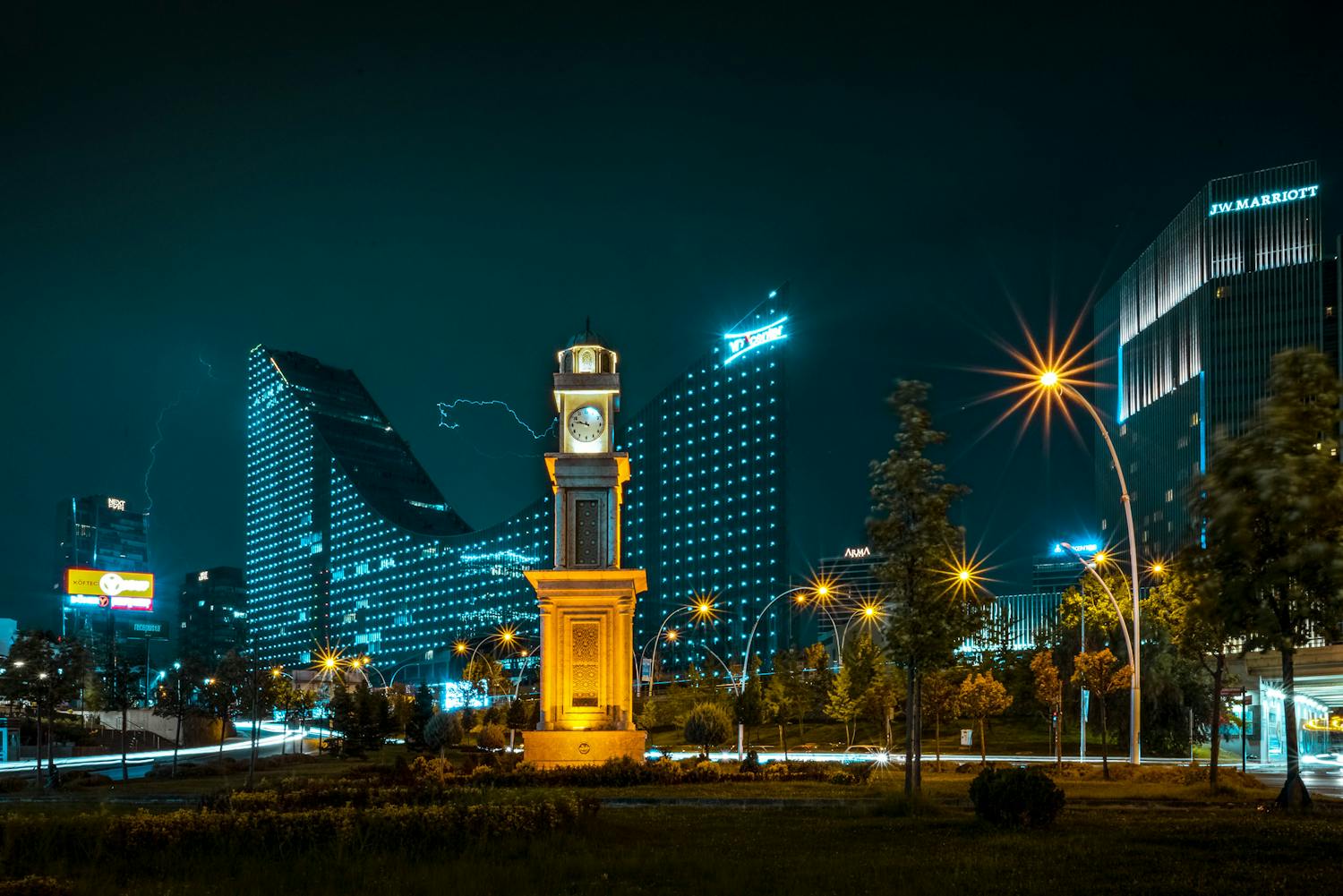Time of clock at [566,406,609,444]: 9:47
